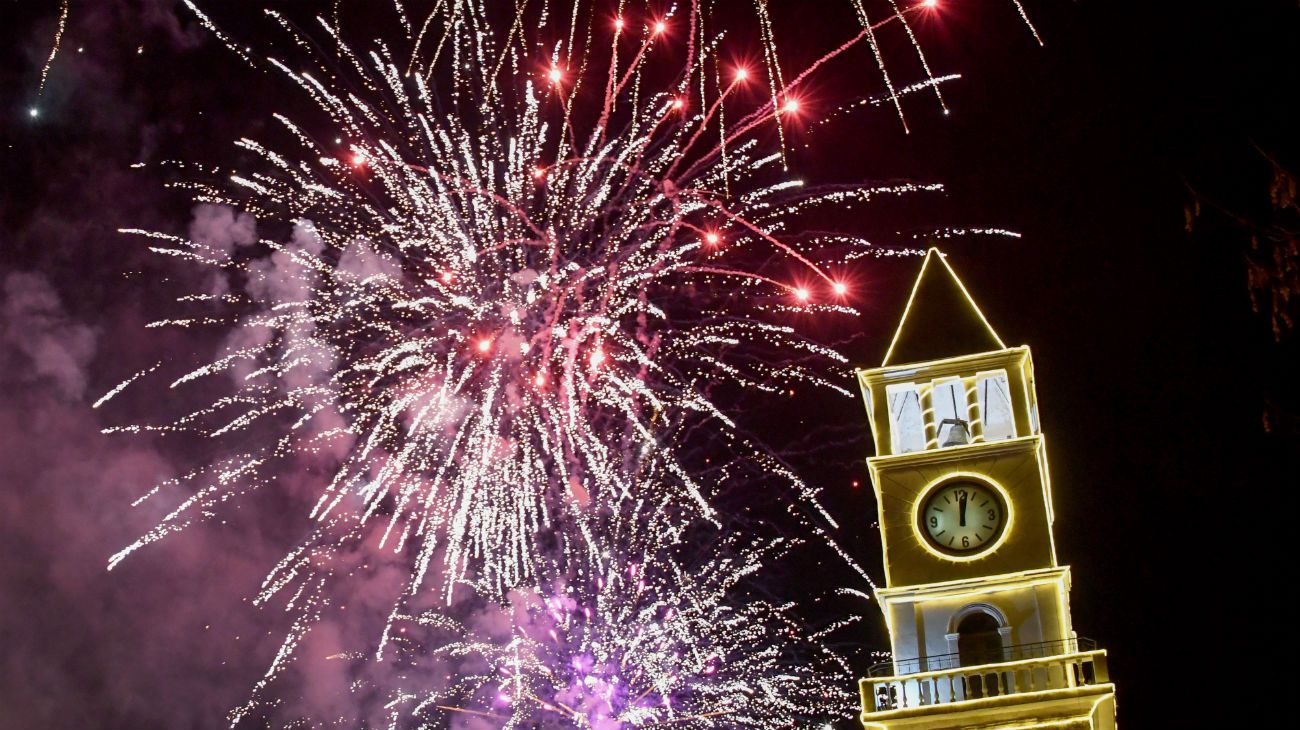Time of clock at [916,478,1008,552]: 12:02
